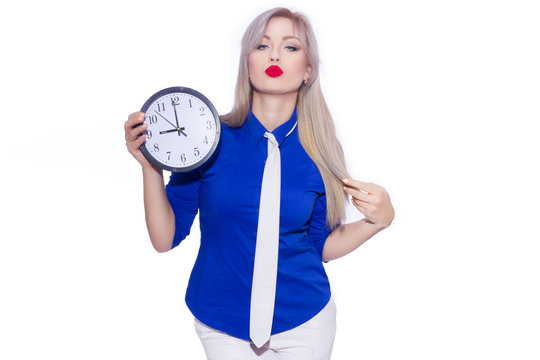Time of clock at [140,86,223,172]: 8:59
